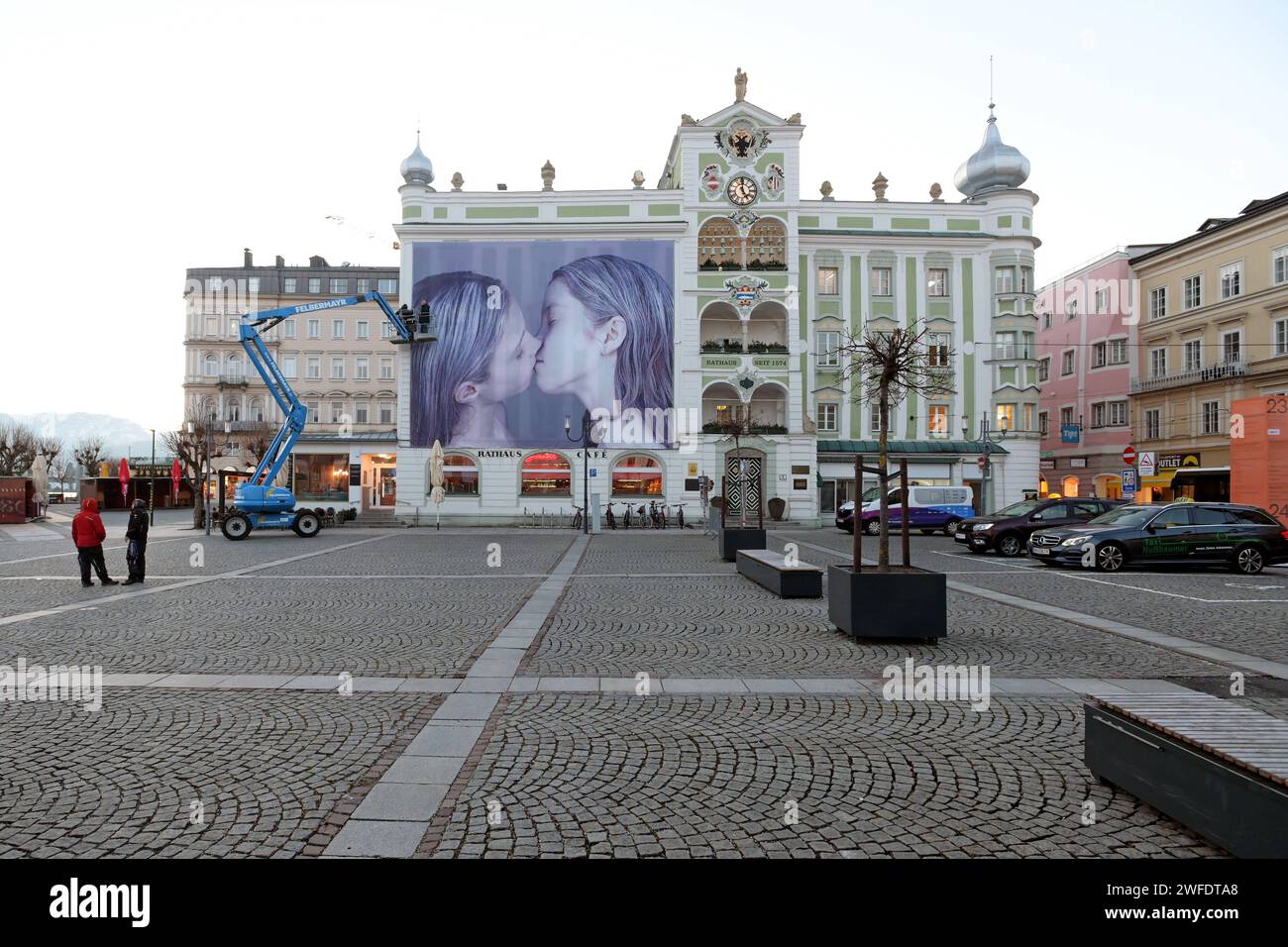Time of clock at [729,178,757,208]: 4:59
